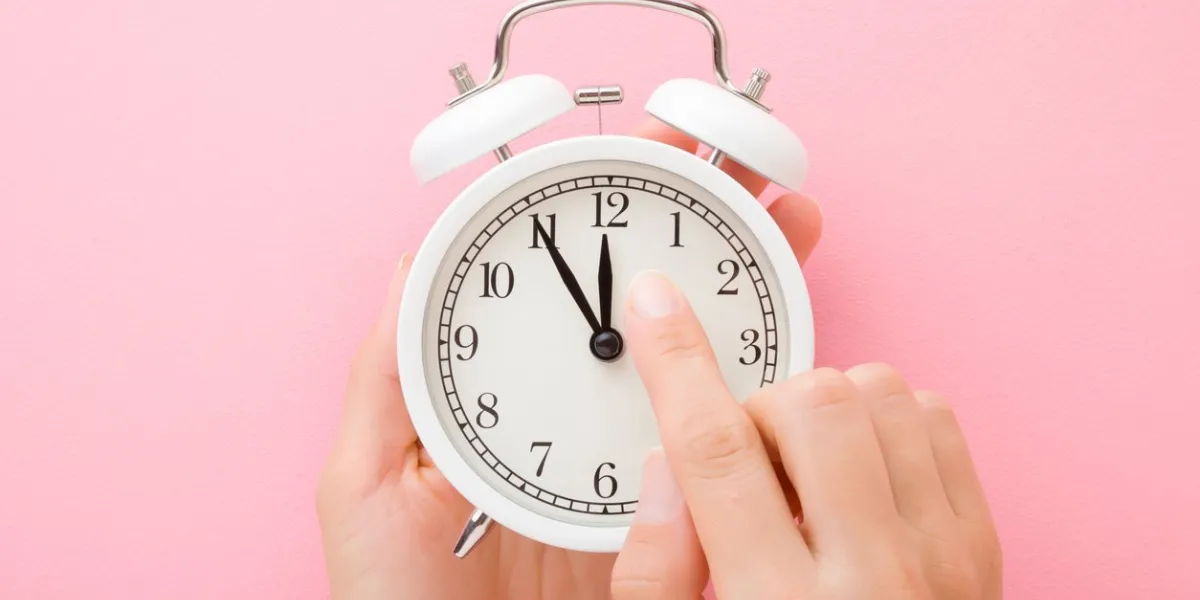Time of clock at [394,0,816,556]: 11:55
